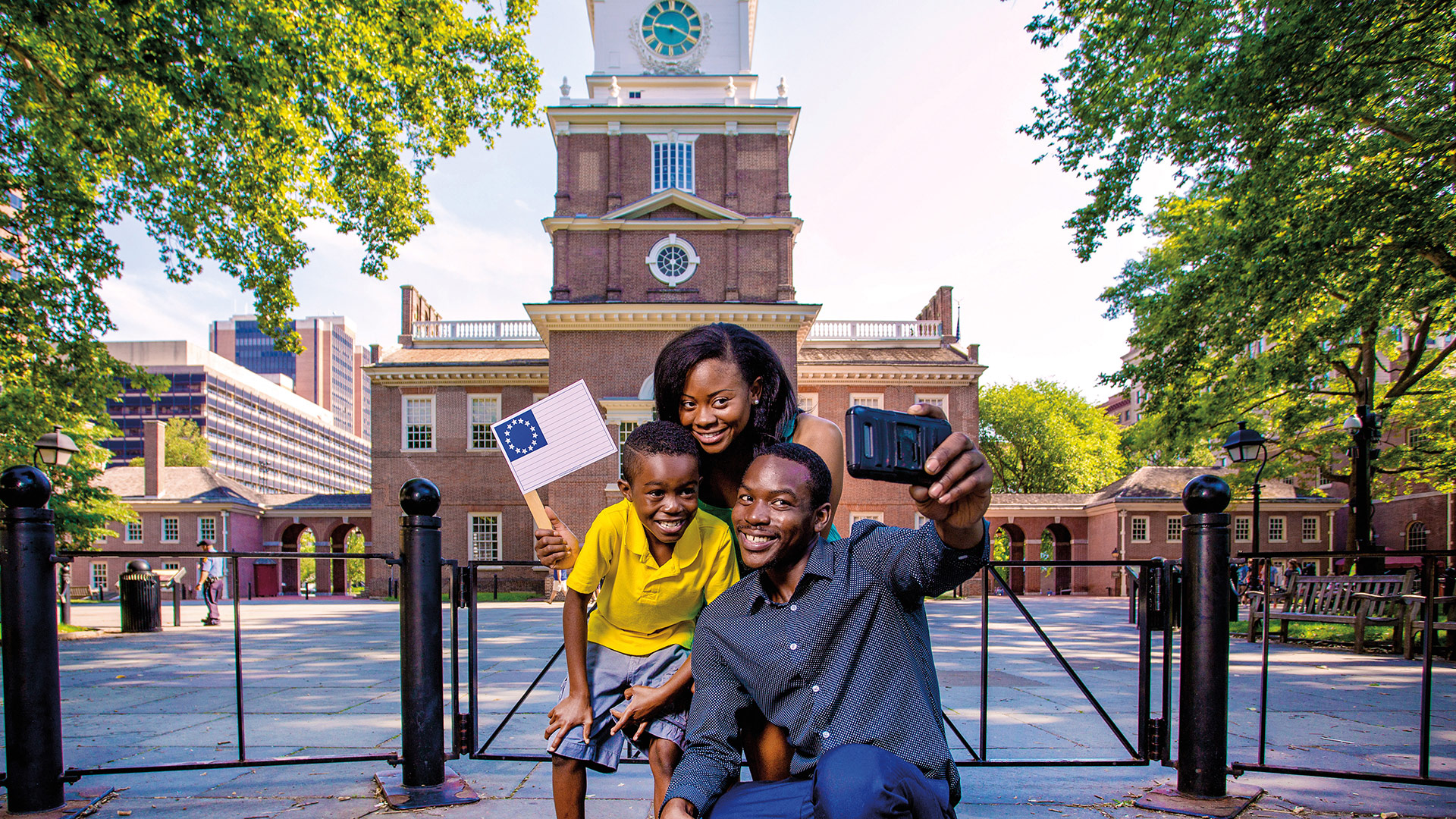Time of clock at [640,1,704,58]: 9:19
